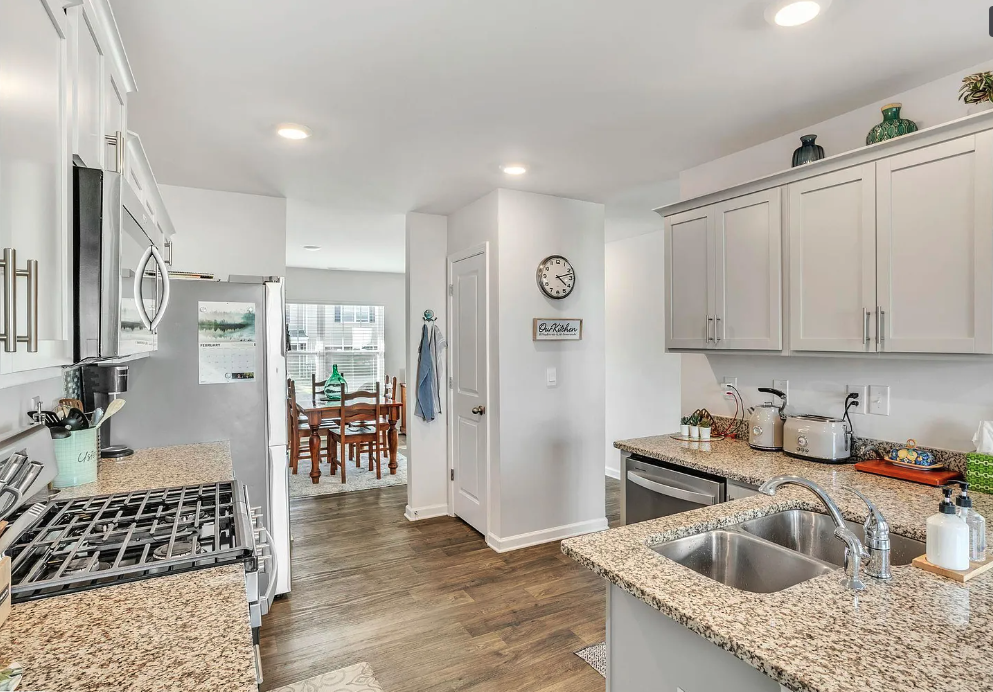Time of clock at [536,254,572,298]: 4:12
